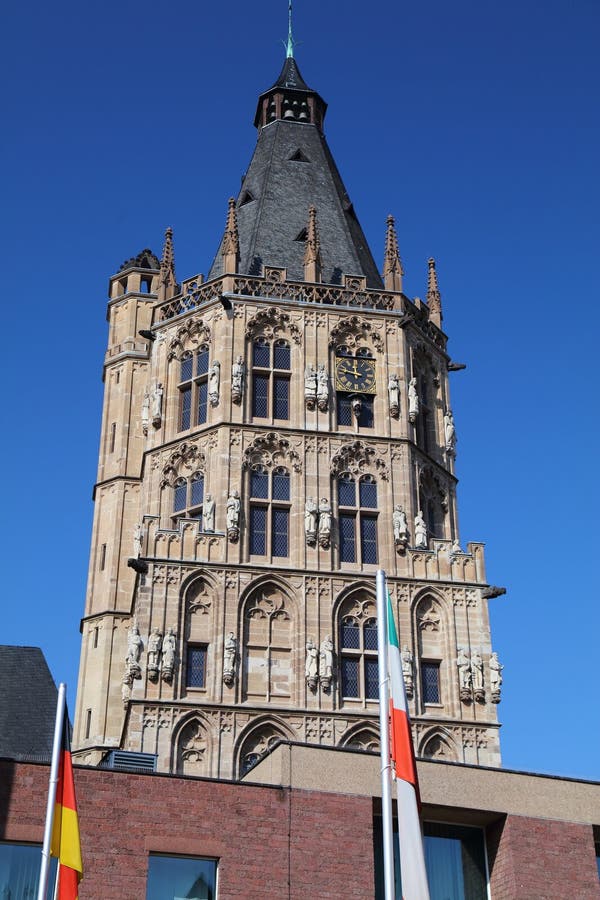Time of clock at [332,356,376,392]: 11:47
